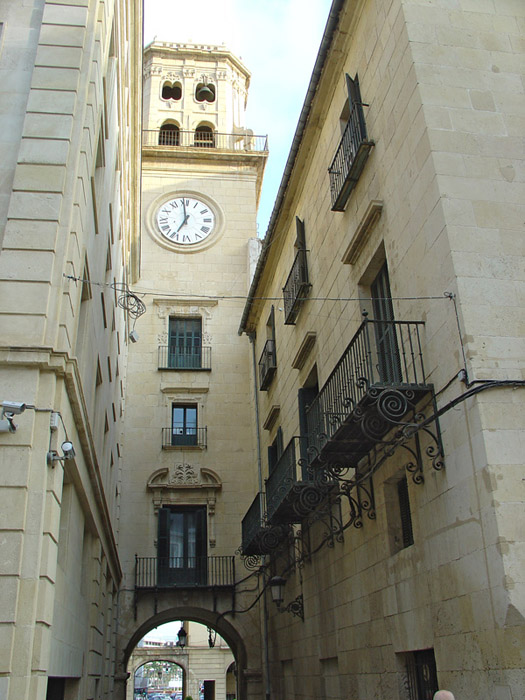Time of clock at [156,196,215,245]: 6:59
